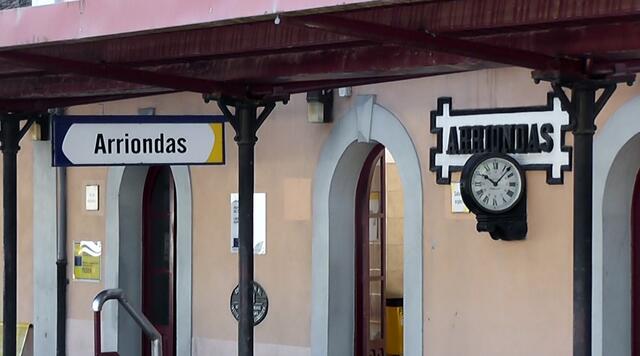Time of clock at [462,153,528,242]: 10:07
